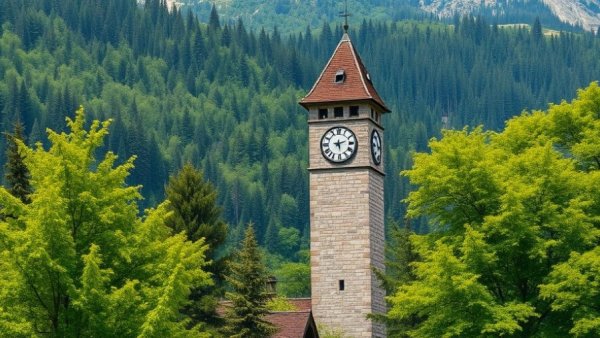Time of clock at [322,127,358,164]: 2:28
